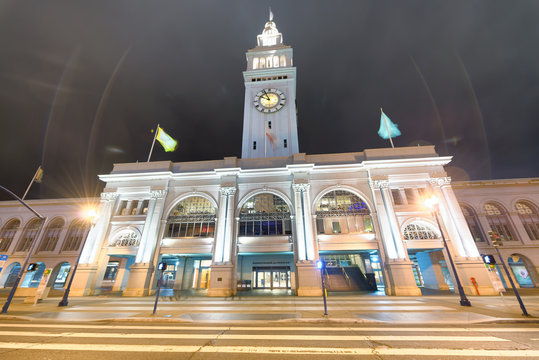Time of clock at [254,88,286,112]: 9:56
